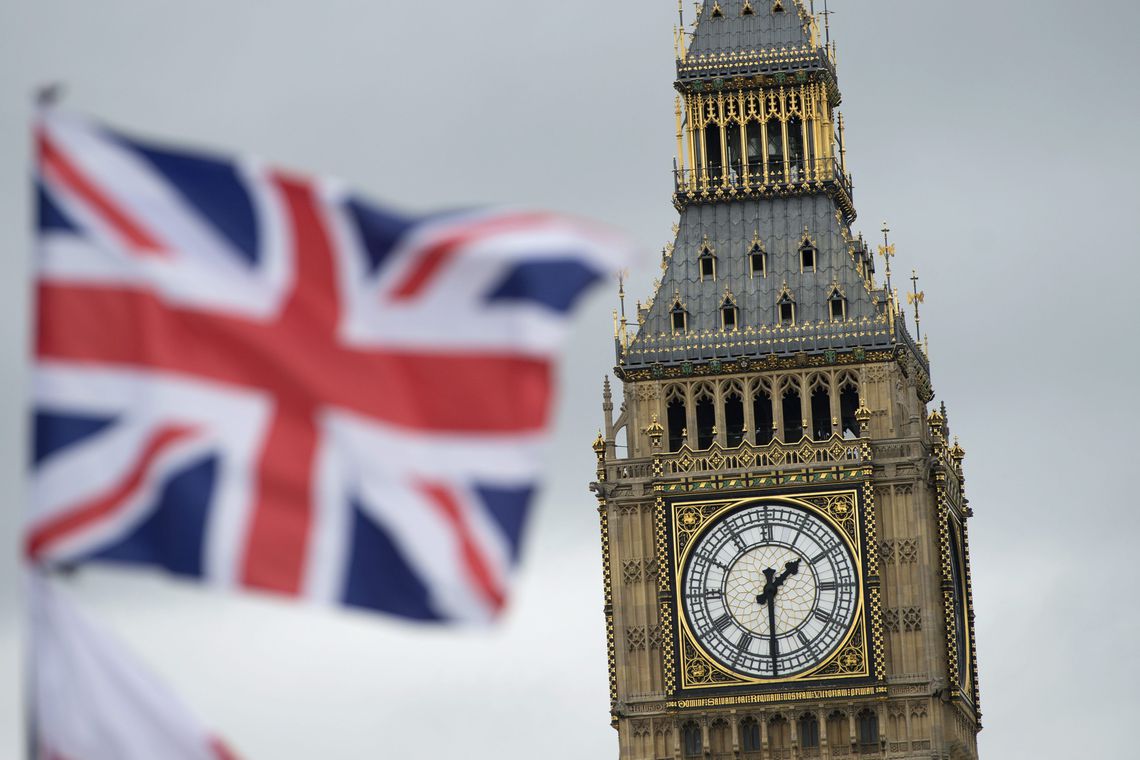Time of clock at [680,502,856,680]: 1:29
